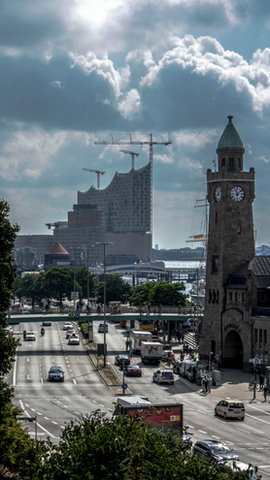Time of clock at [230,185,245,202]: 11:07
